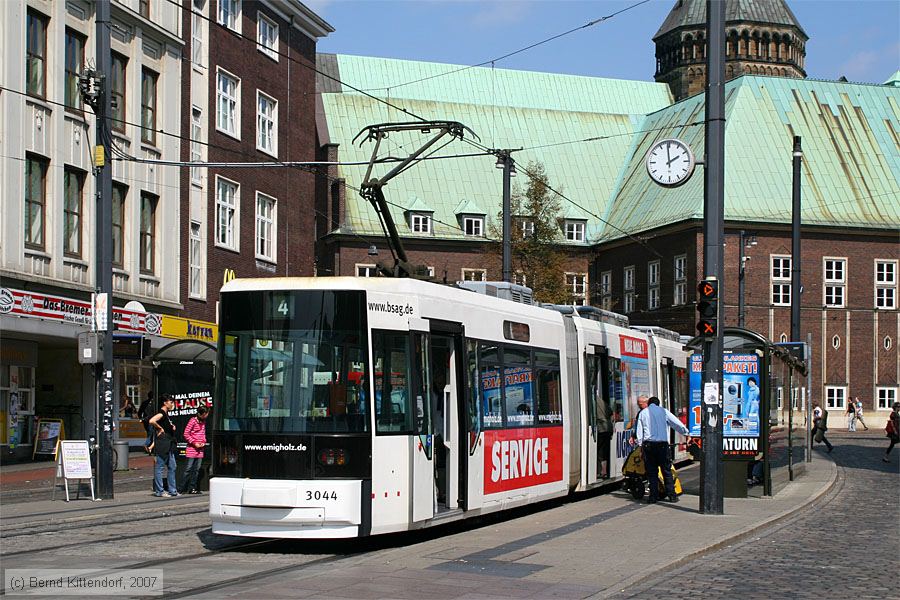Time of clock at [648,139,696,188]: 1:59
